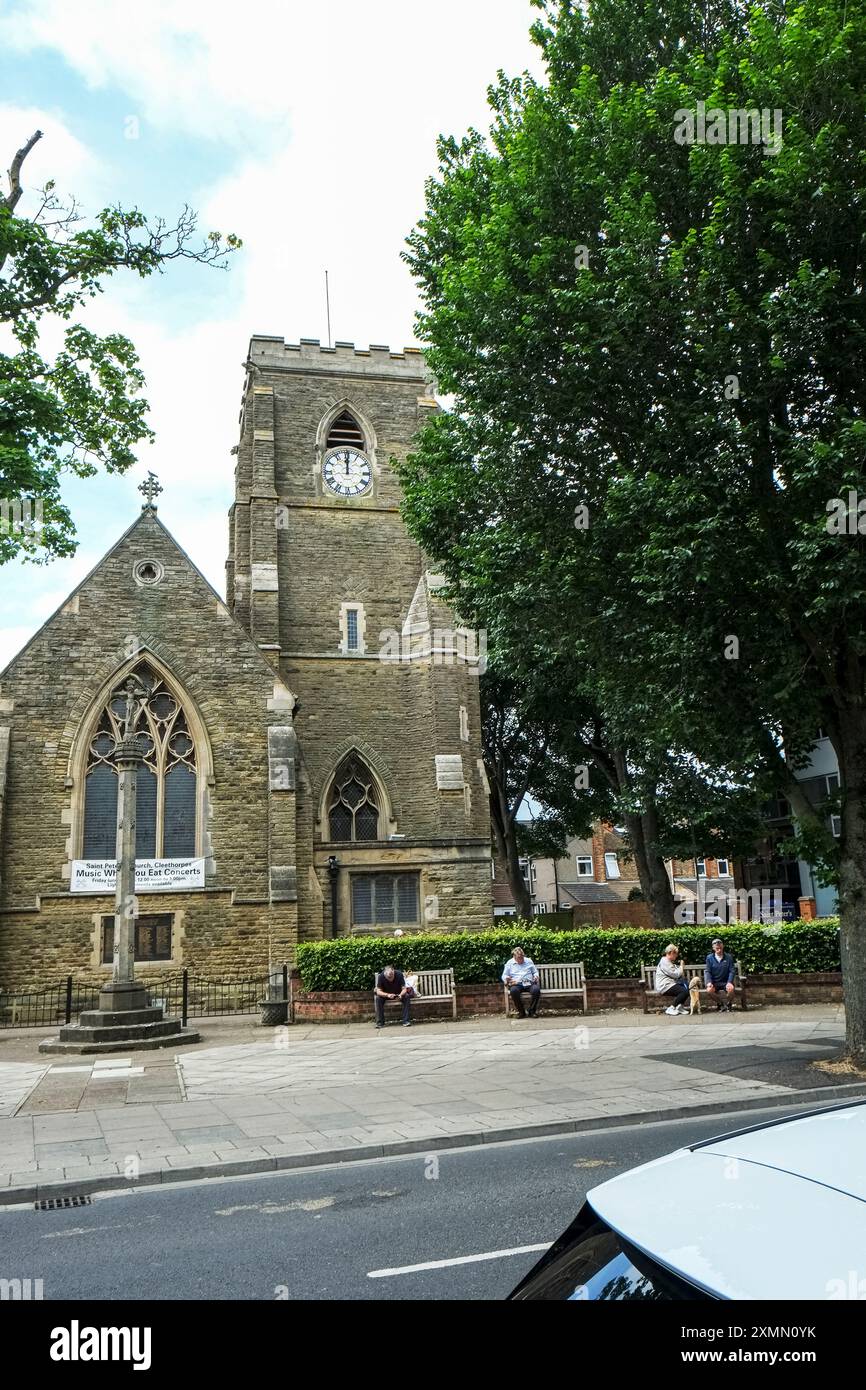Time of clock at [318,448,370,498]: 12:00
